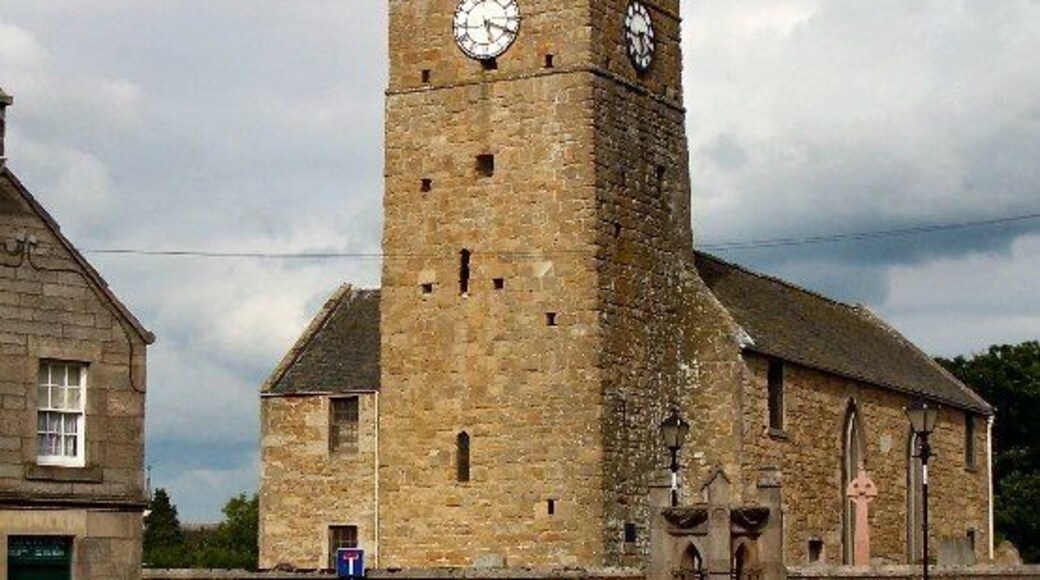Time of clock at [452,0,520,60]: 5:18
